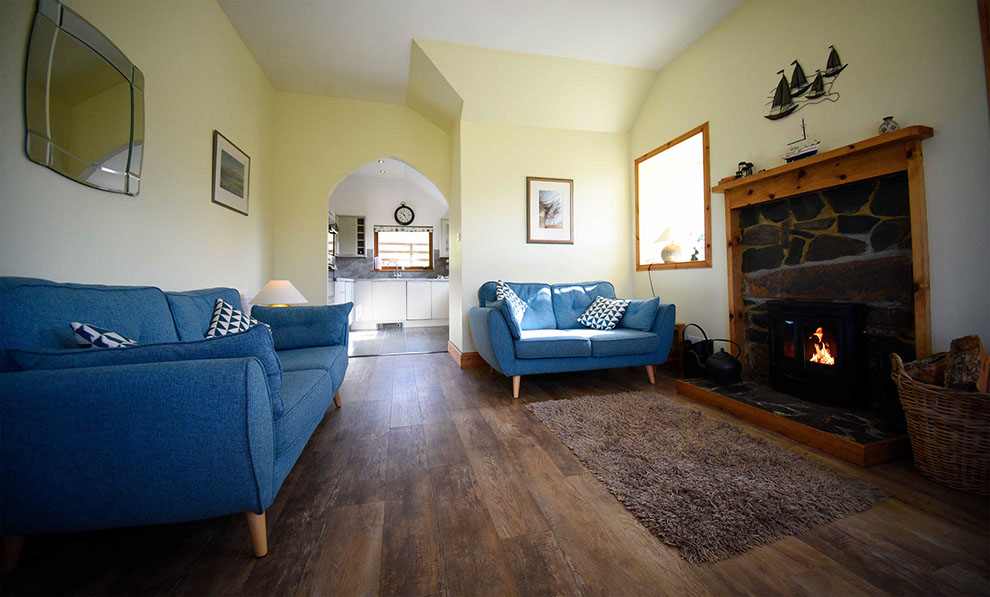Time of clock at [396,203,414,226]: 10:24
